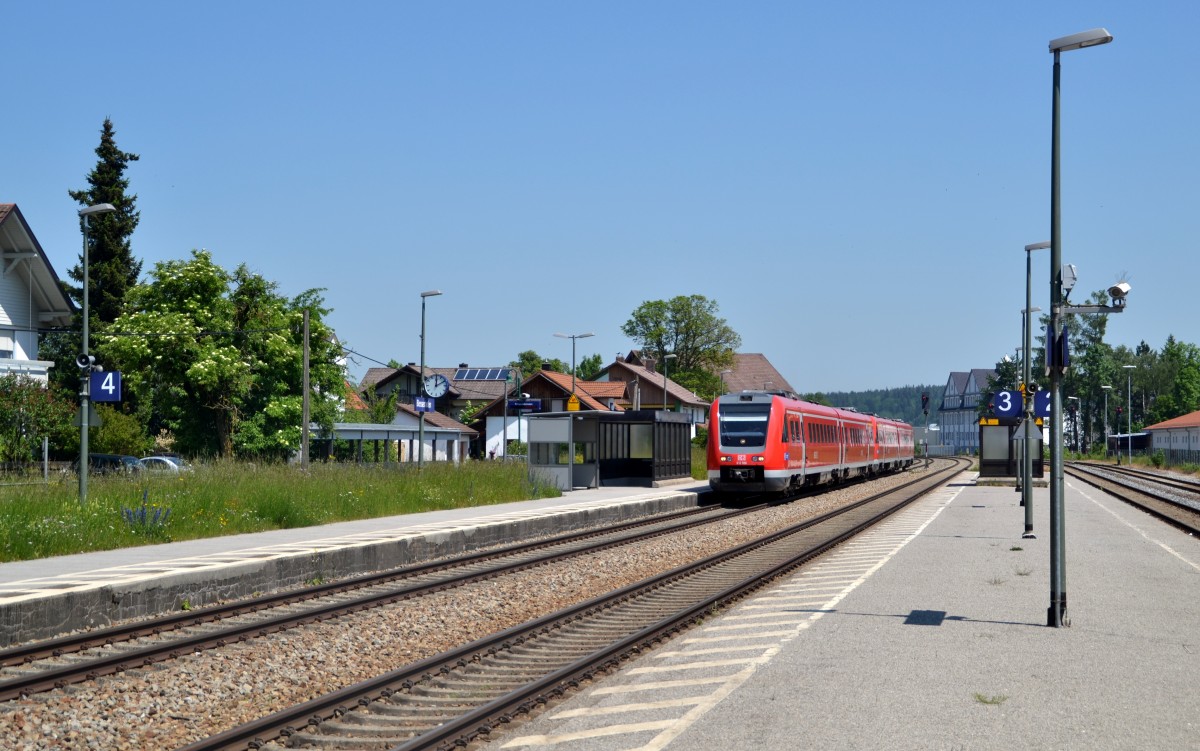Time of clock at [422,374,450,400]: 2:00
